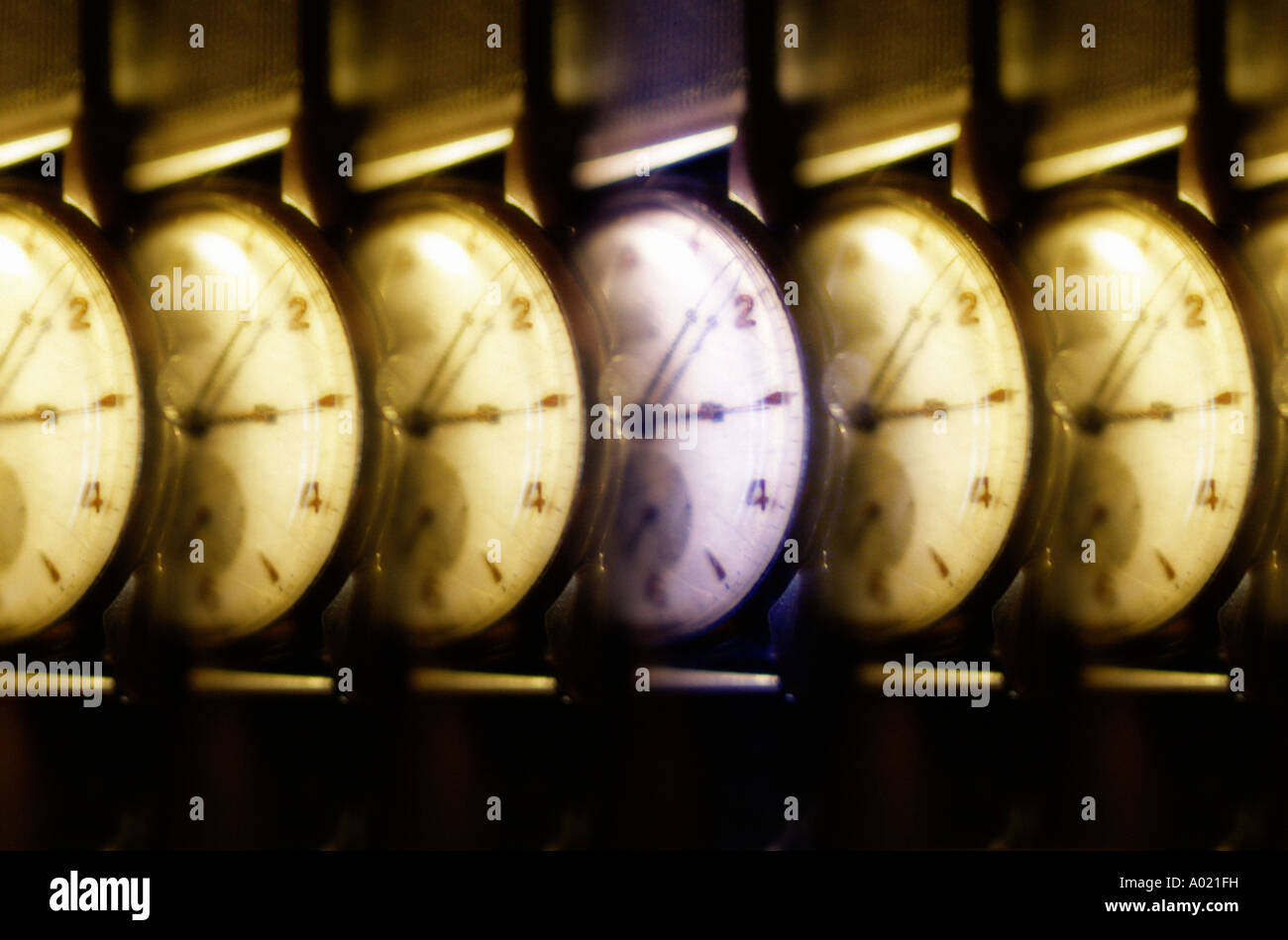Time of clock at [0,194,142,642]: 3:07
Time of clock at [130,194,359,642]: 3:07
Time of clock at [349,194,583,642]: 3:07
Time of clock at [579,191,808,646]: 3:07
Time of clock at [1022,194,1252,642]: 3:07
